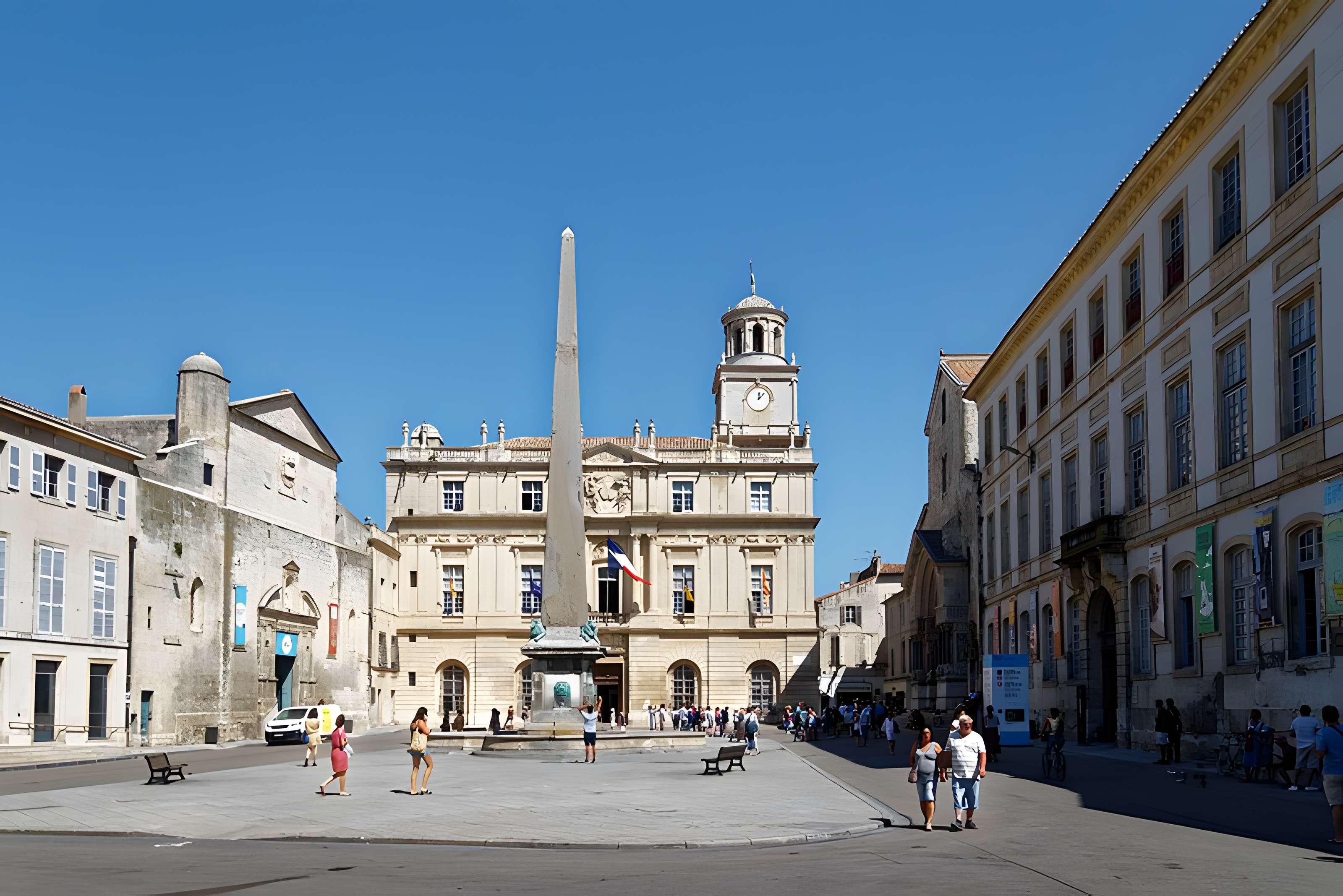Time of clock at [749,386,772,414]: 12:07
